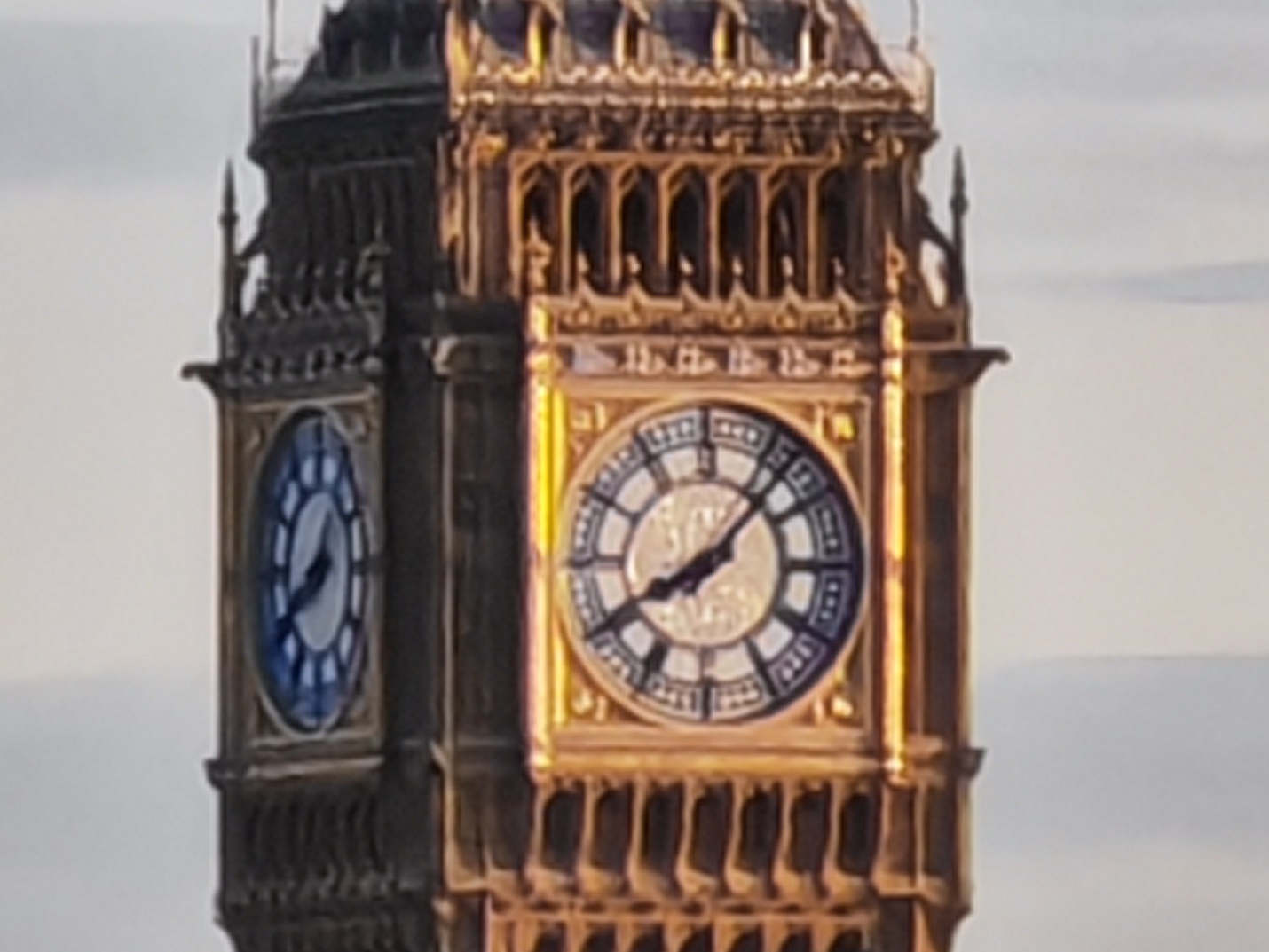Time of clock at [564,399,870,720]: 8:07
